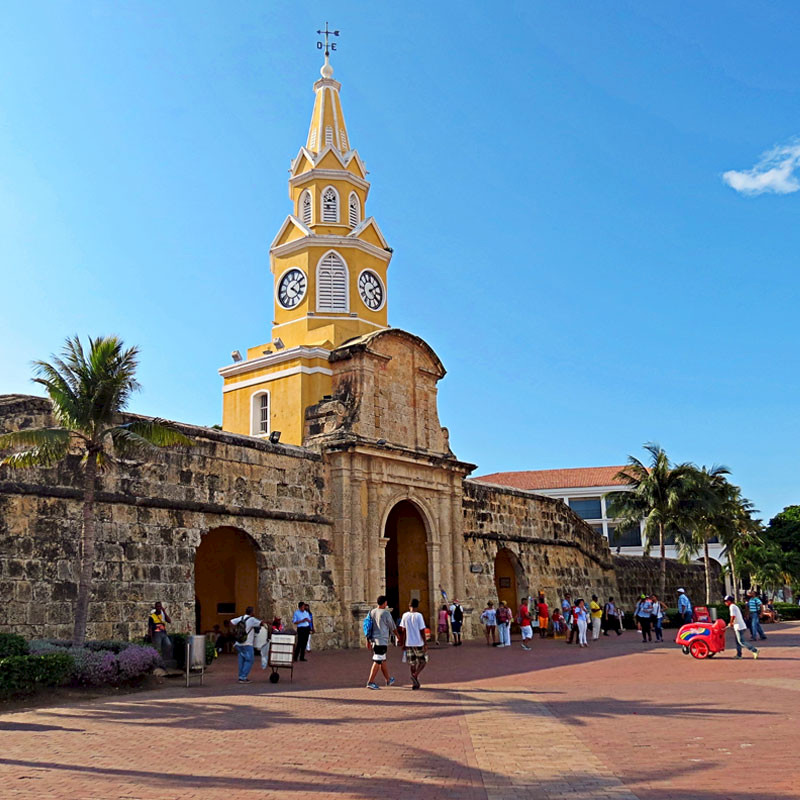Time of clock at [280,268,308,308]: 4:09
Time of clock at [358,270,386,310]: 4:09
